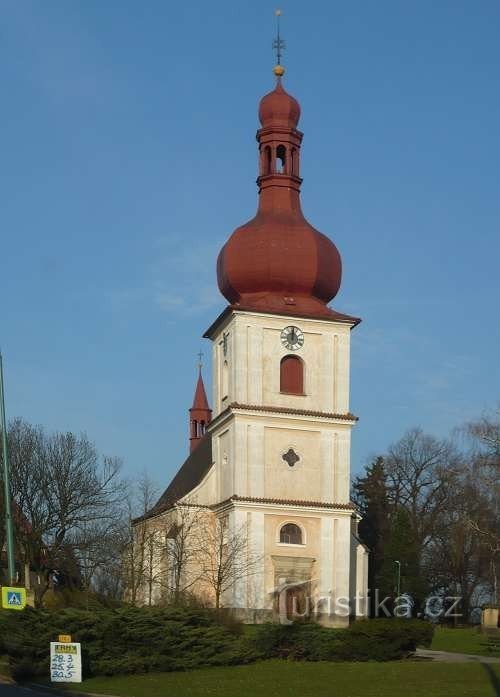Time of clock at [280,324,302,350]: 12:00
